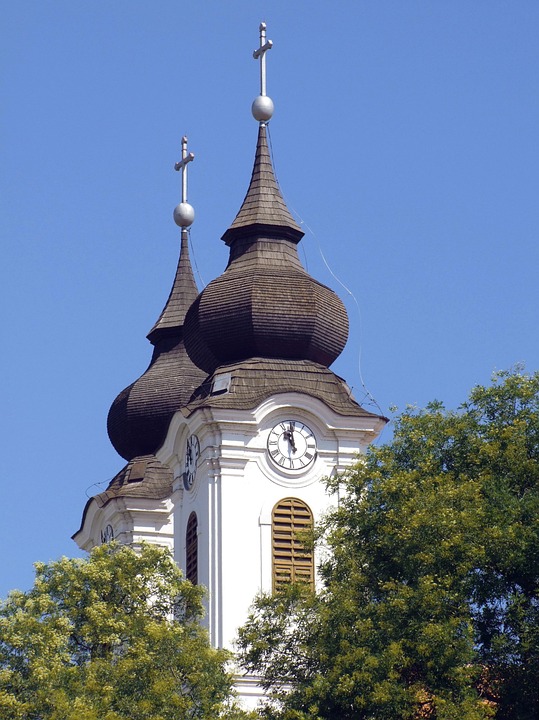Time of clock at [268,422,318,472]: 10:58
